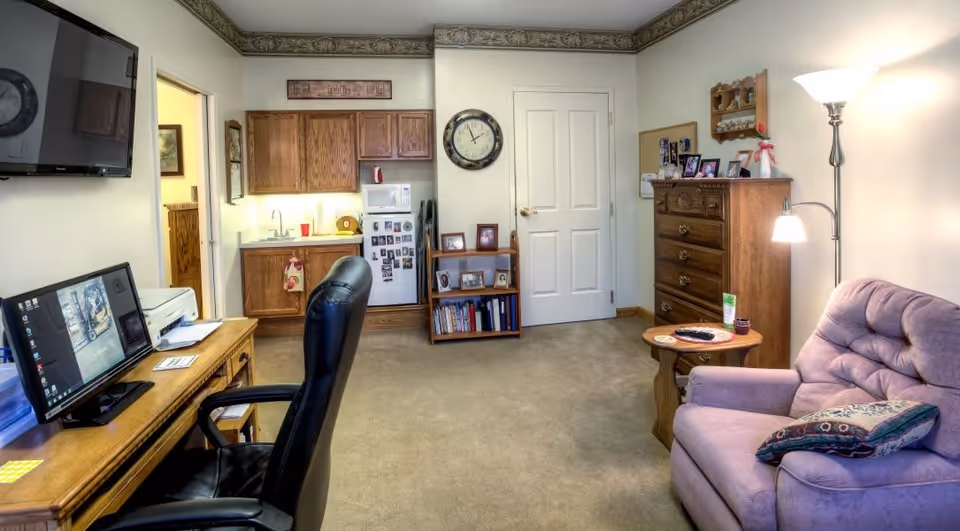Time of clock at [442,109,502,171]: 1:56
